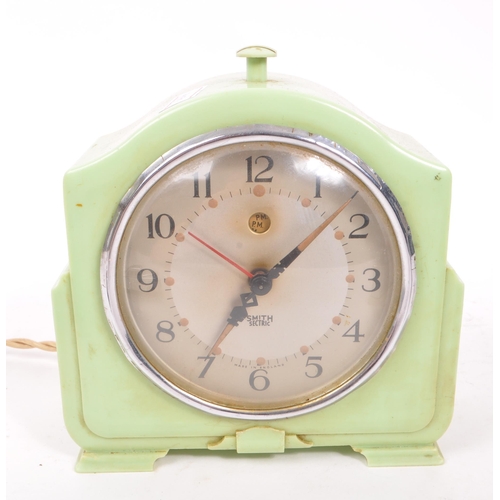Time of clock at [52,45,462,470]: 1:35
